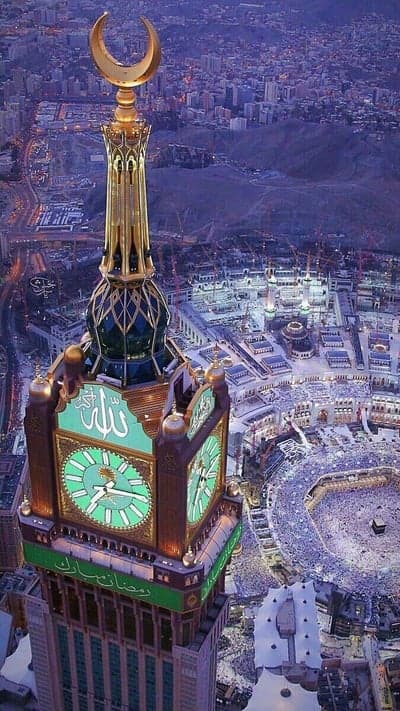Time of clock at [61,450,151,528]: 7:14
